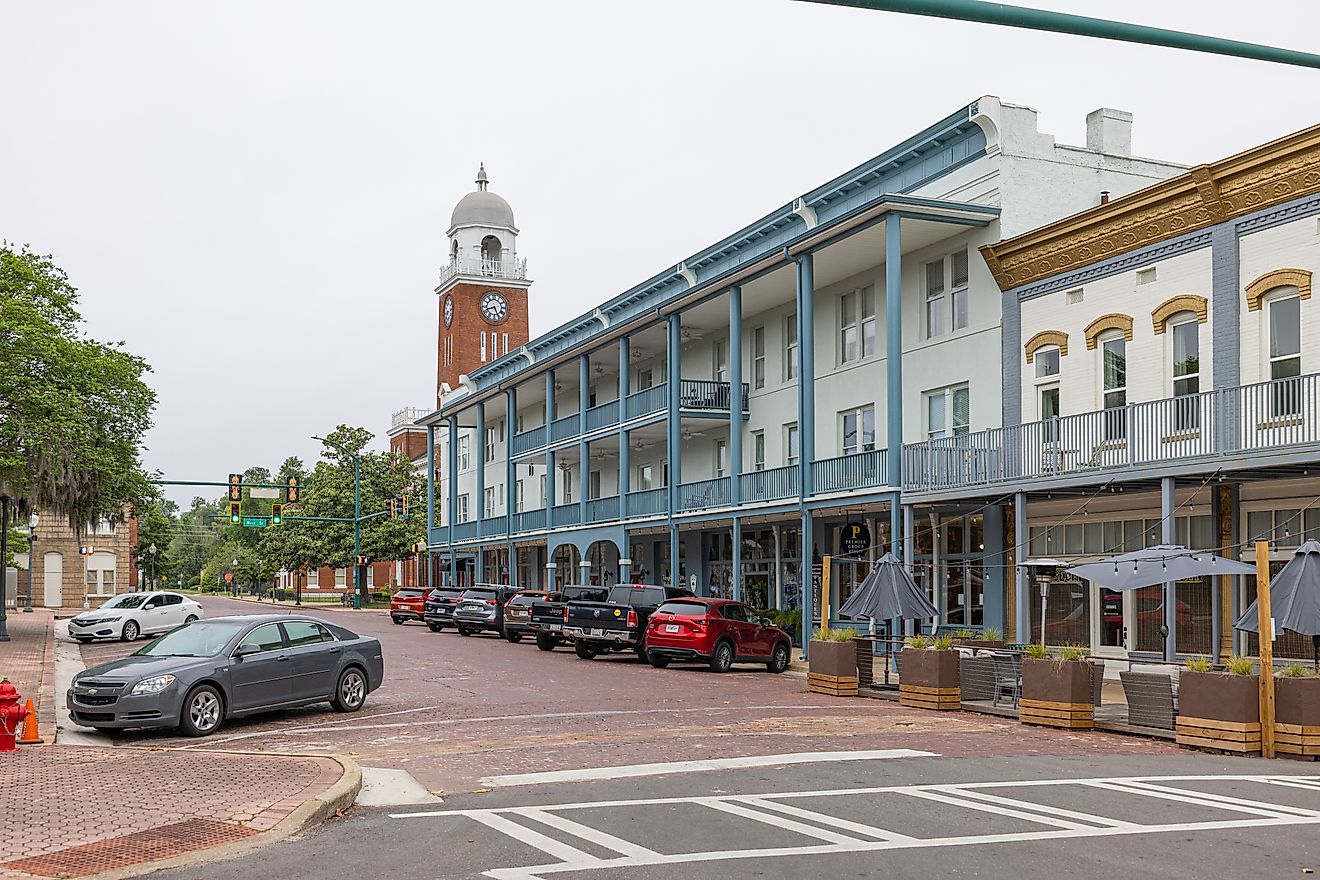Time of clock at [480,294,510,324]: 8:26
